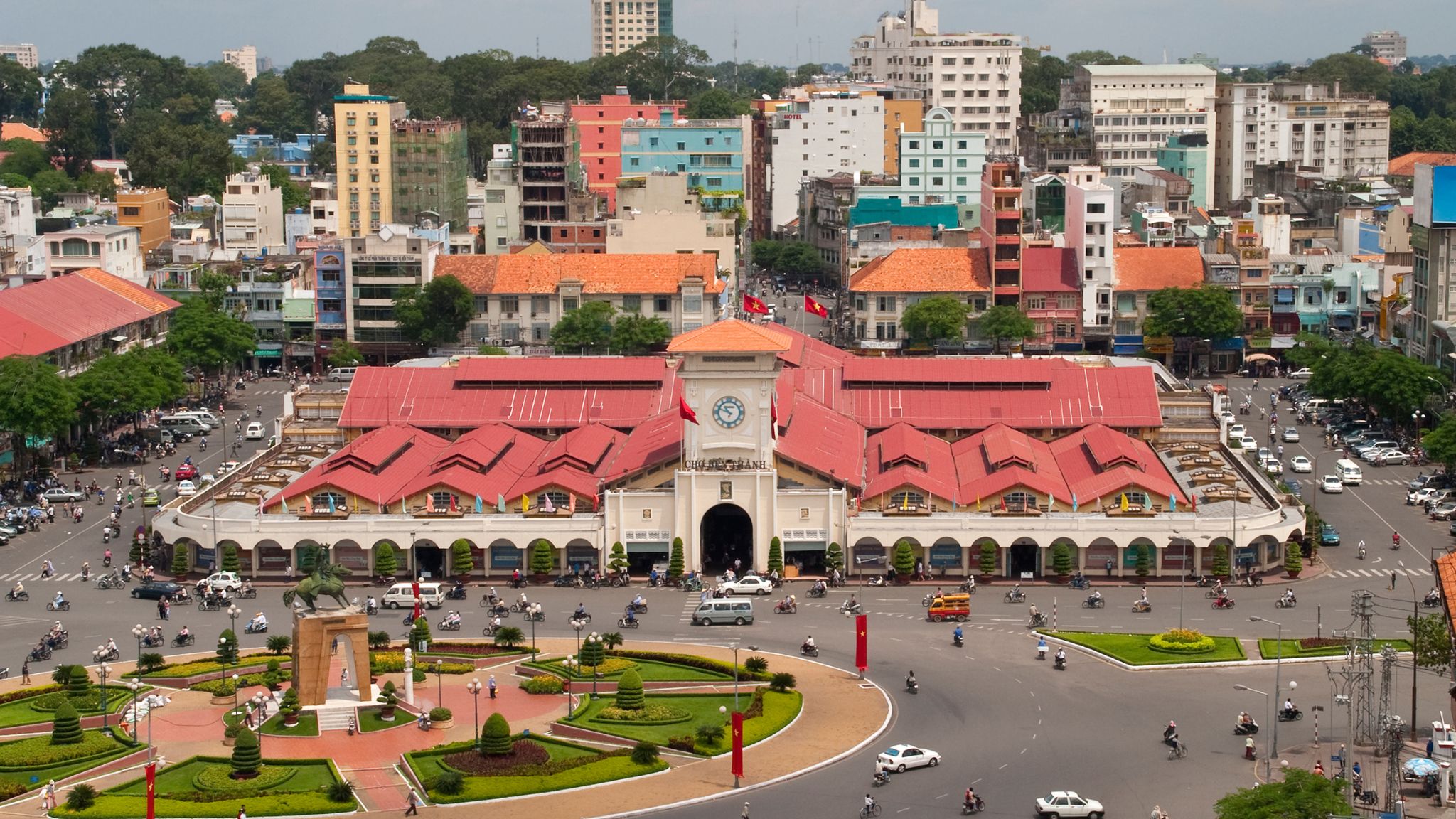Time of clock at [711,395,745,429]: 10:49
